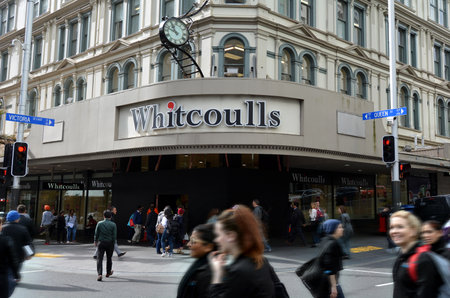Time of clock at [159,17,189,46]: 10:47
